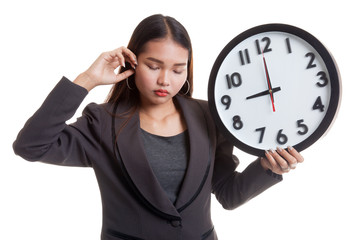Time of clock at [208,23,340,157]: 8:59
